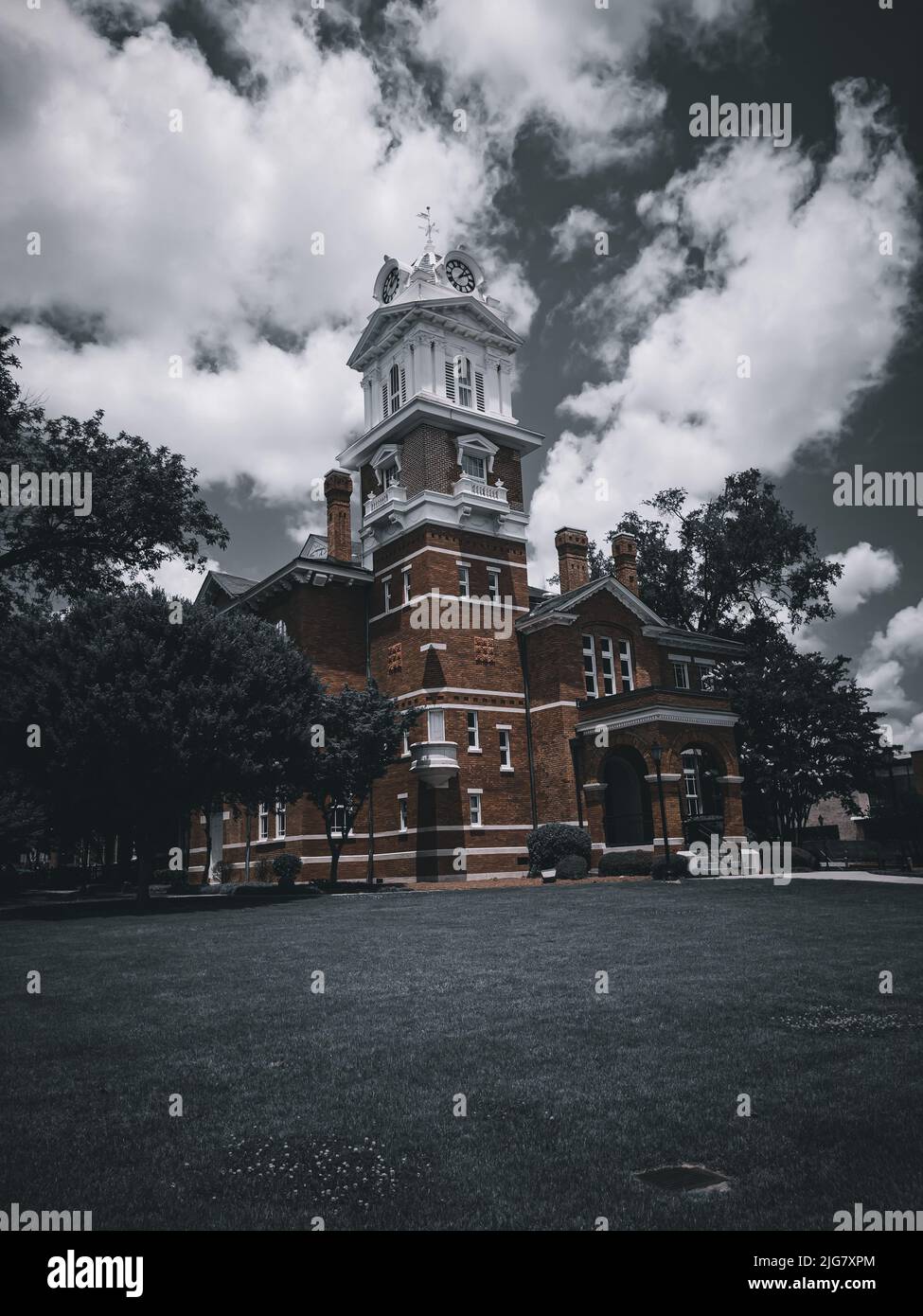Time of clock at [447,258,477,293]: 2:06
